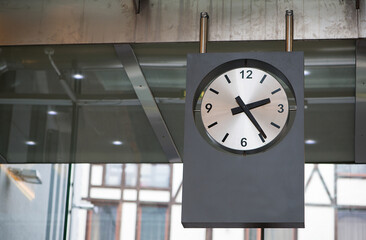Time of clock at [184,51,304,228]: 2:23
